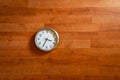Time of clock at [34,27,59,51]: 3:34
